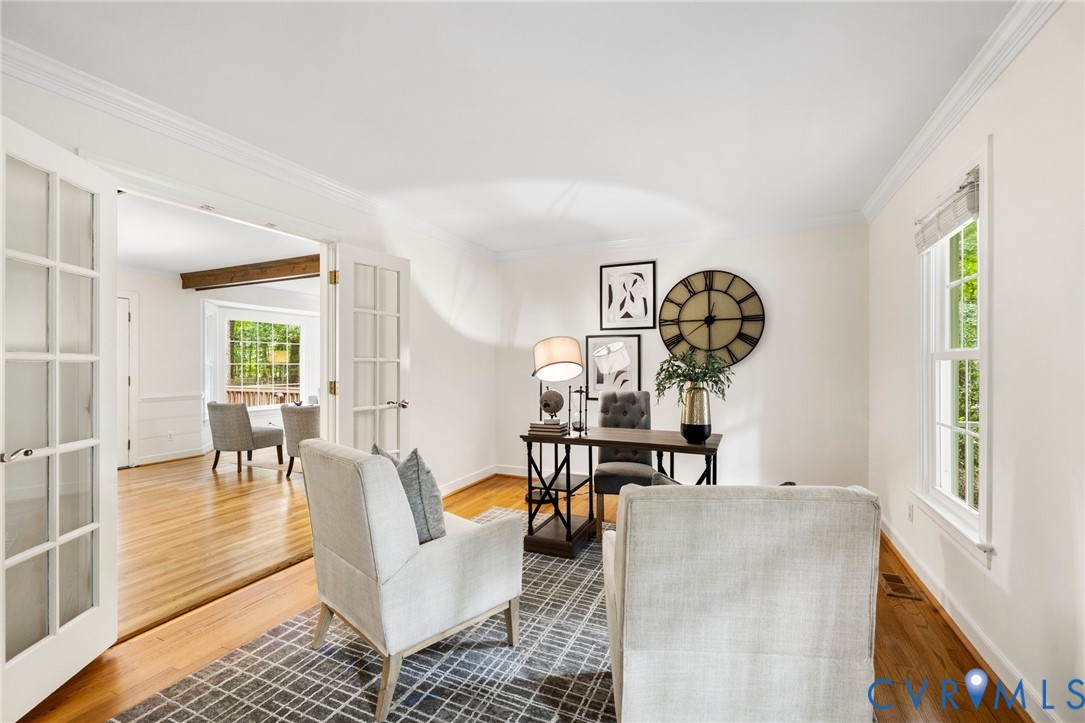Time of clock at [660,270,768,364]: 2:59
